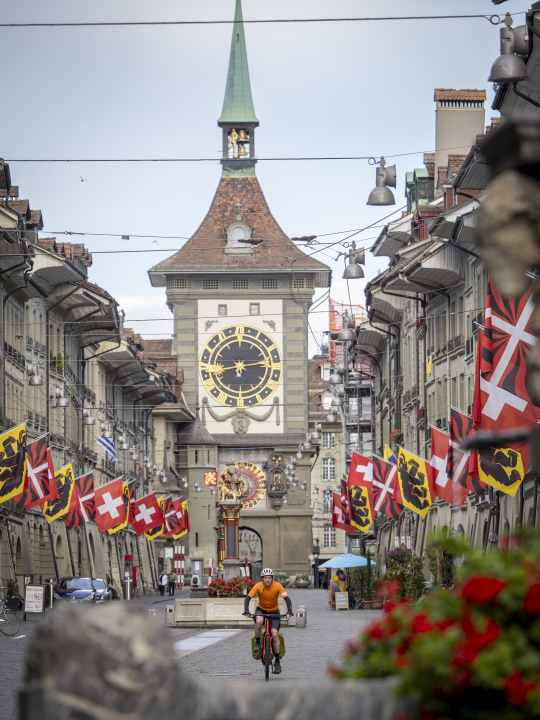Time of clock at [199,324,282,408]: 2:42
